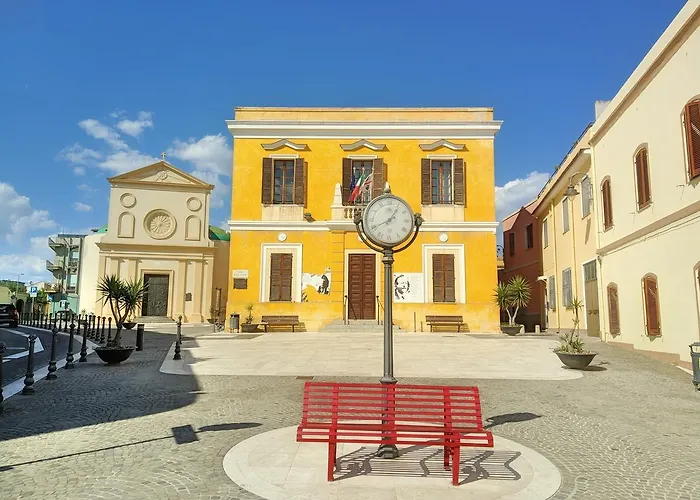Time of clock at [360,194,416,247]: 8:06
